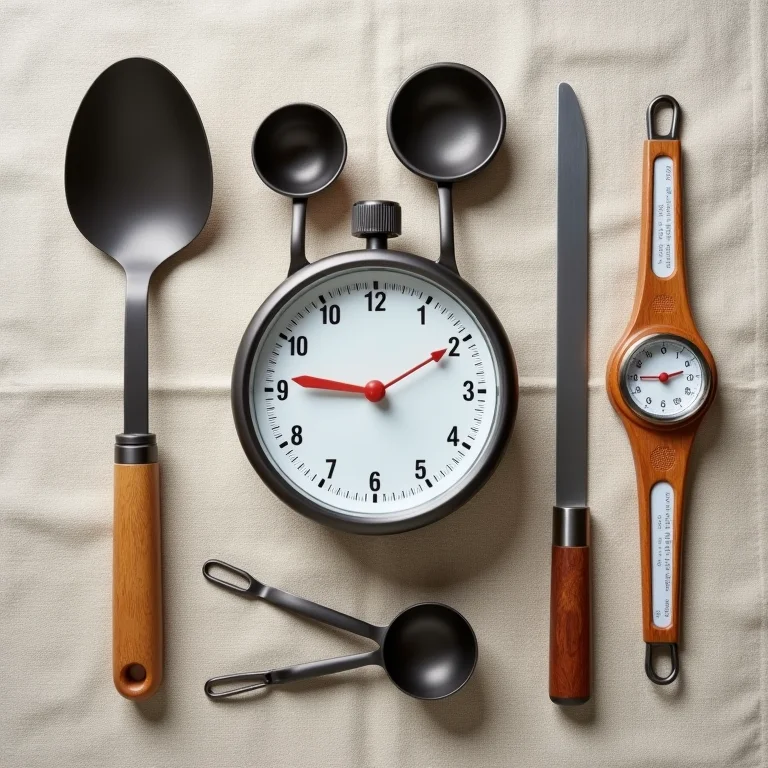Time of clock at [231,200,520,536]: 9:10
